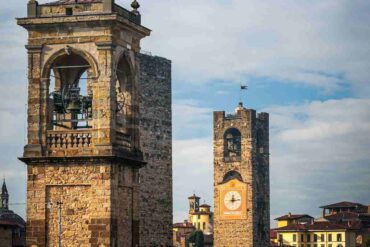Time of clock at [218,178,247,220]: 12:13
